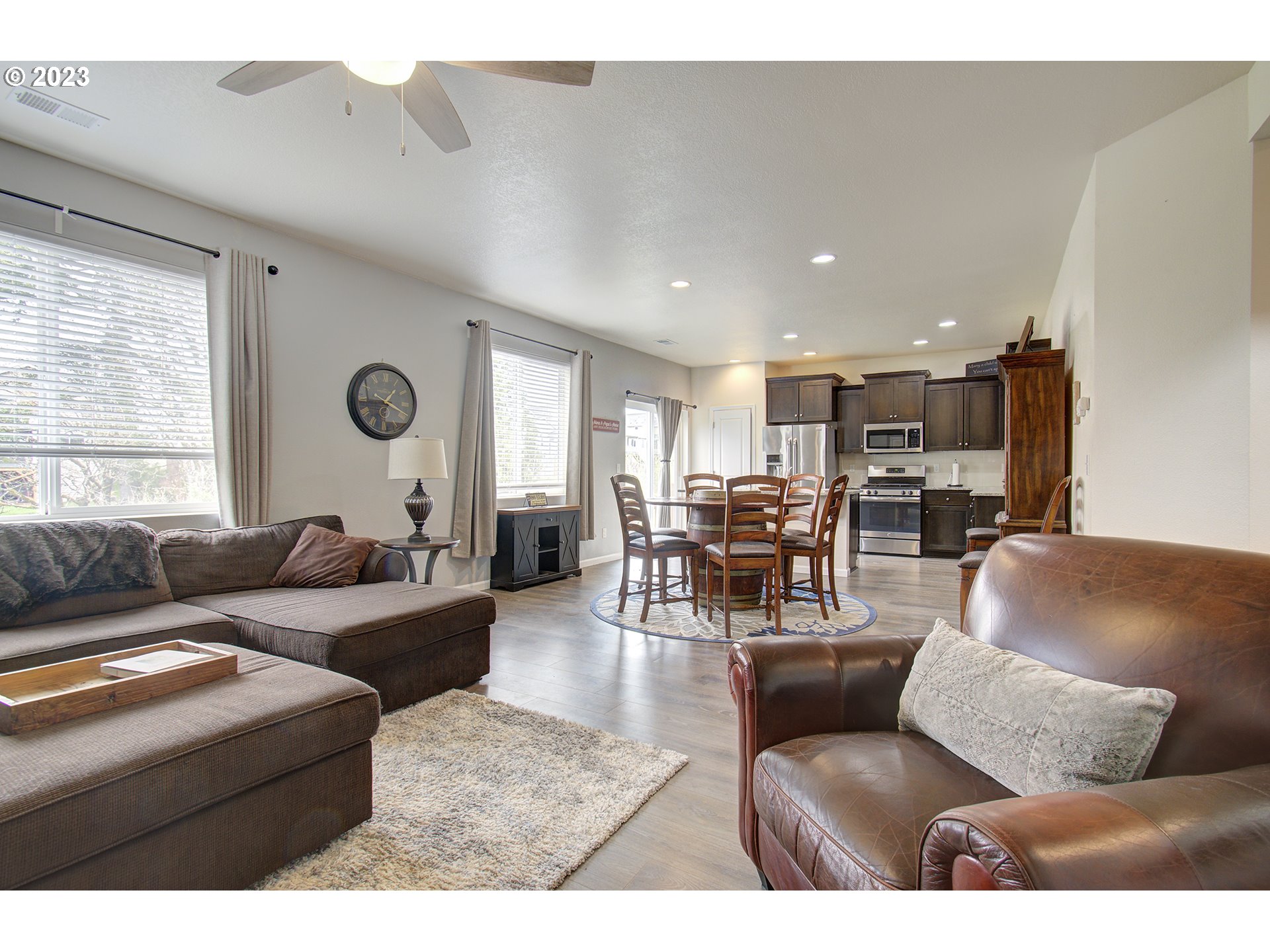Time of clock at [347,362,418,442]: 1:18
